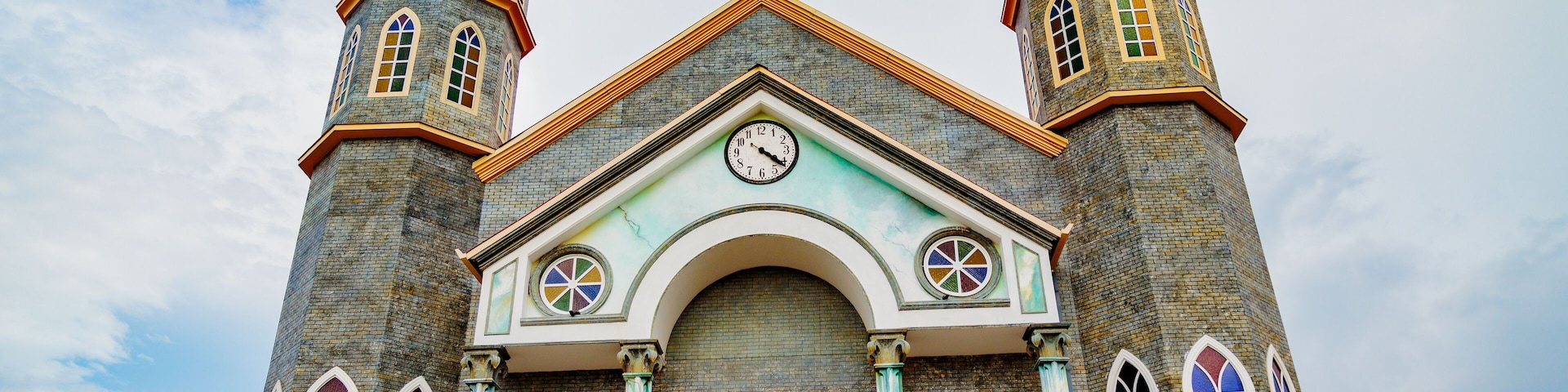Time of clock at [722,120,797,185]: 4:21
